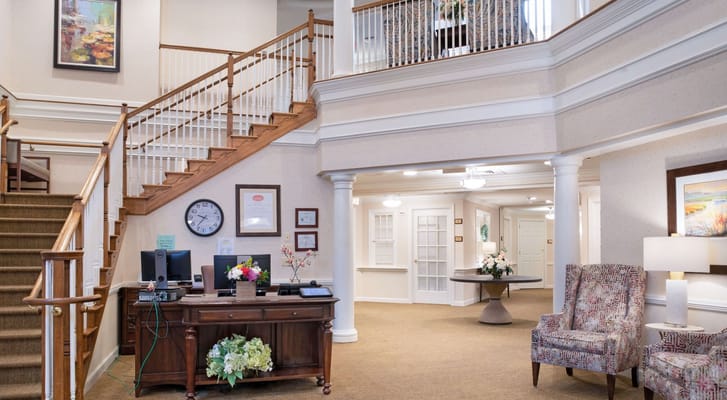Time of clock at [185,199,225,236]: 9:36
